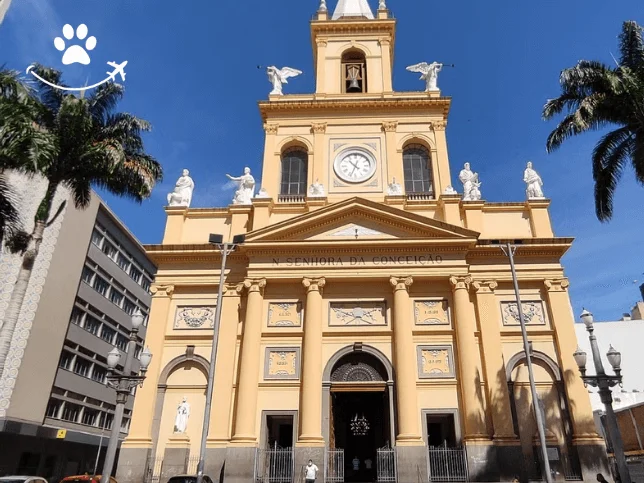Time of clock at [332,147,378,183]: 4:33
